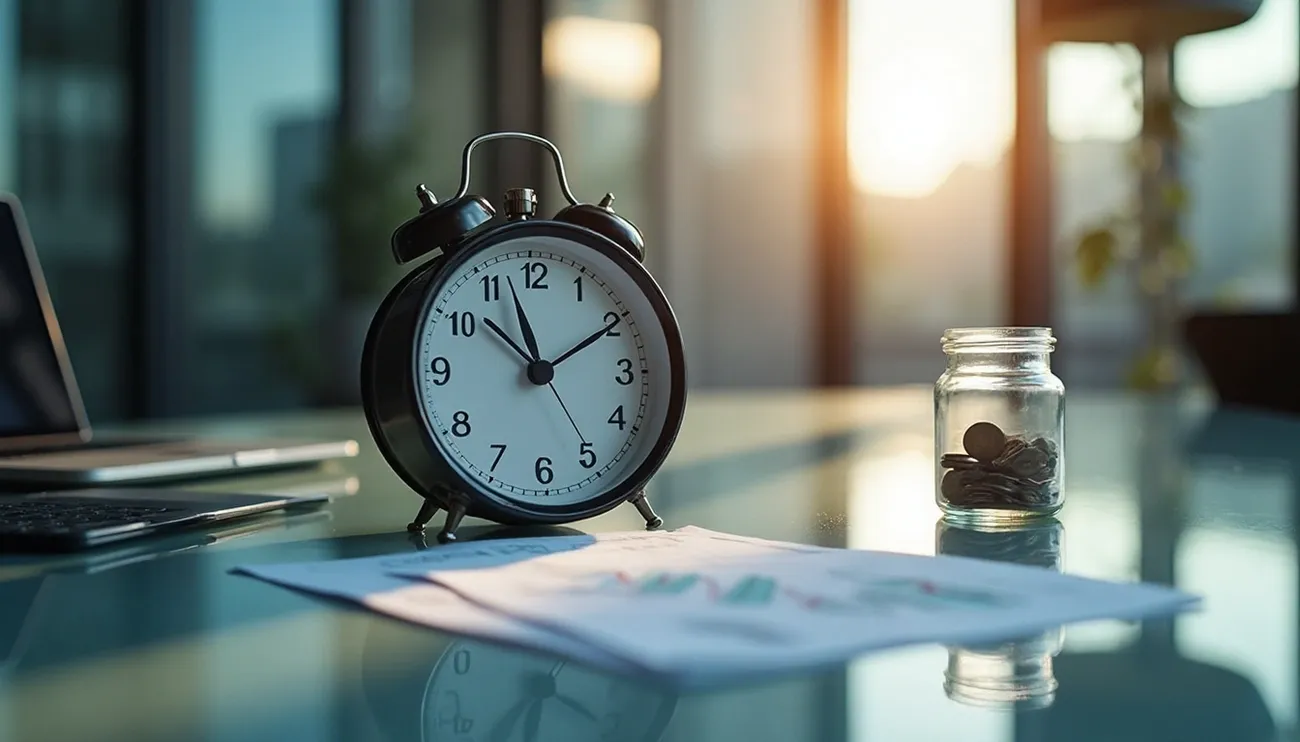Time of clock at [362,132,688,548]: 11:10
